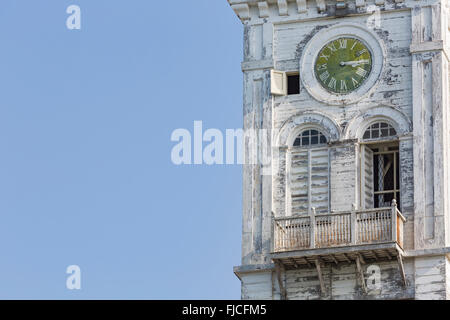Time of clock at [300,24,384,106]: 3:13
